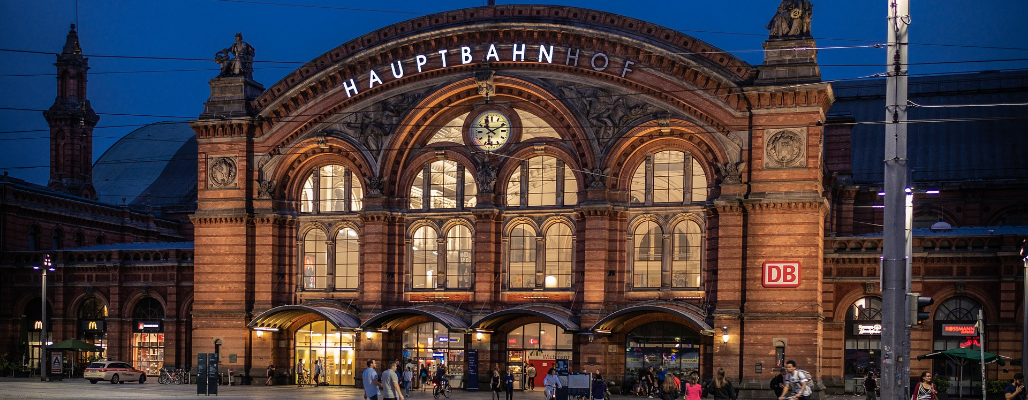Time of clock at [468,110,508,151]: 10:11
